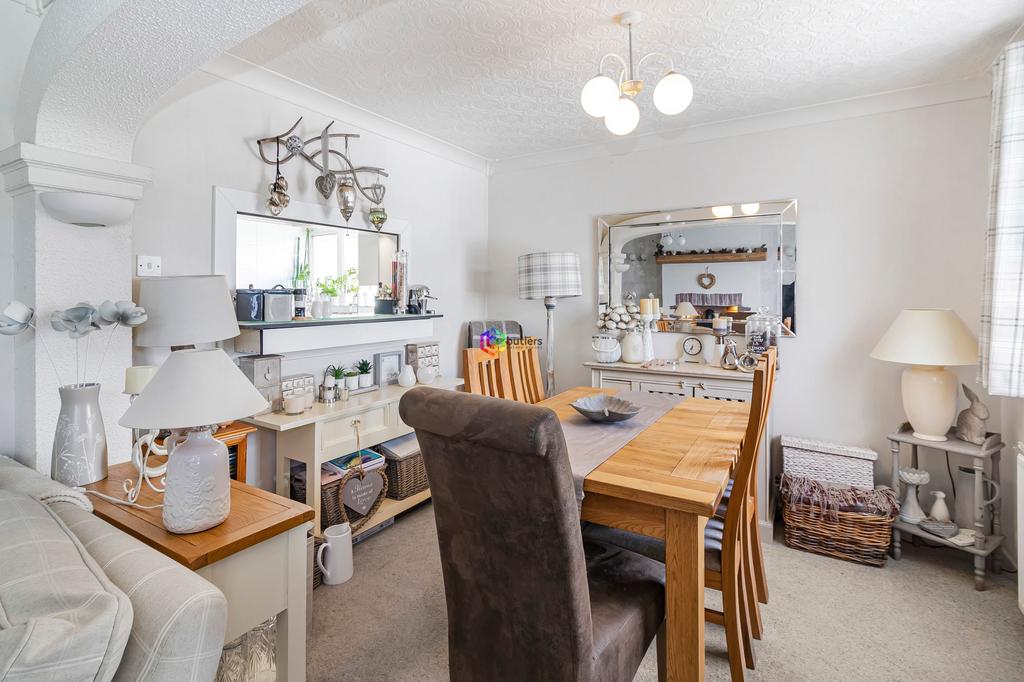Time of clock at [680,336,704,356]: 6:35
